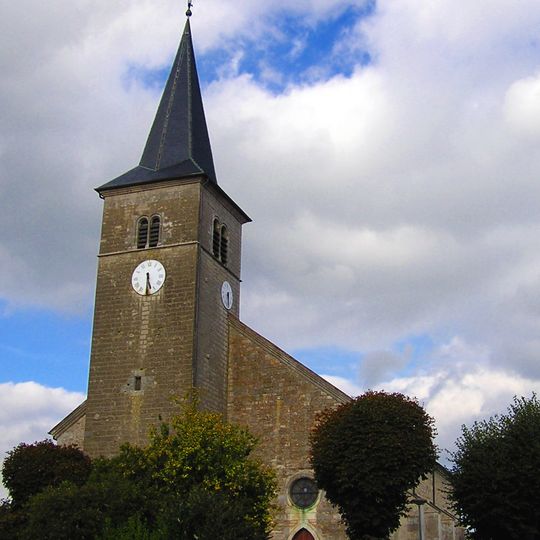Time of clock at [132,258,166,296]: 5:30
